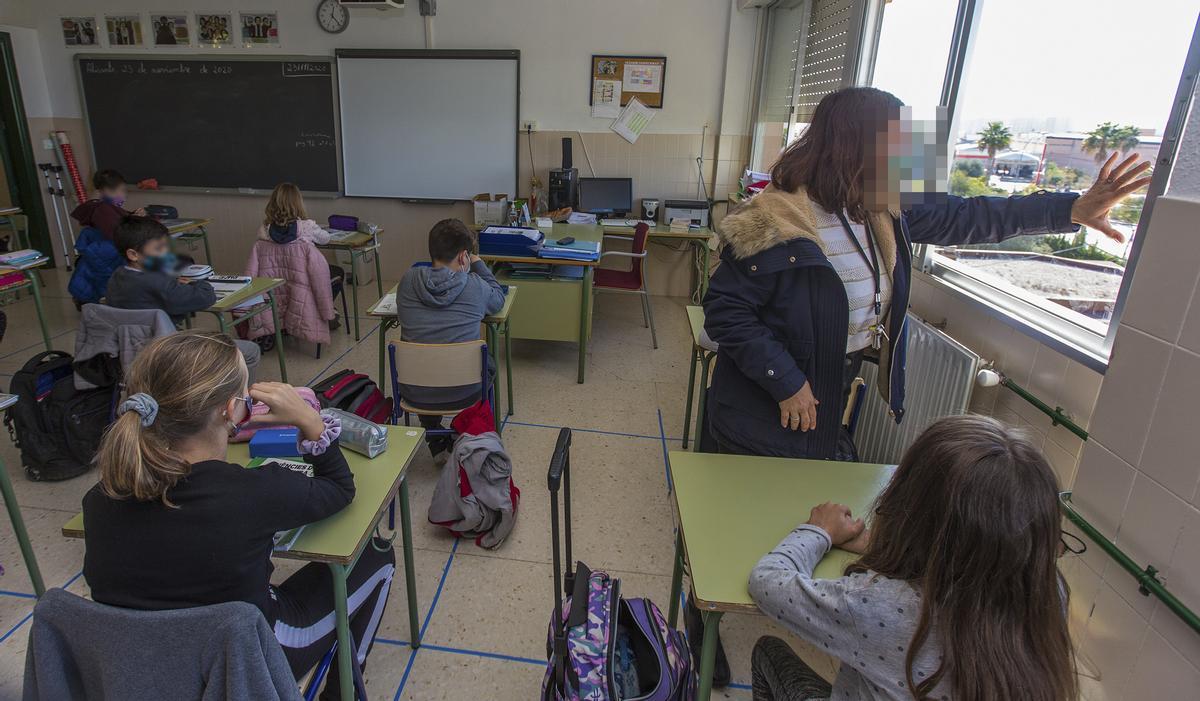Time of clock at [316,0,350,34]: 12:23
